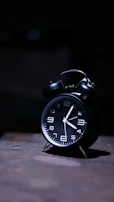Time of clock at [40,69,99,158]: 4:04
